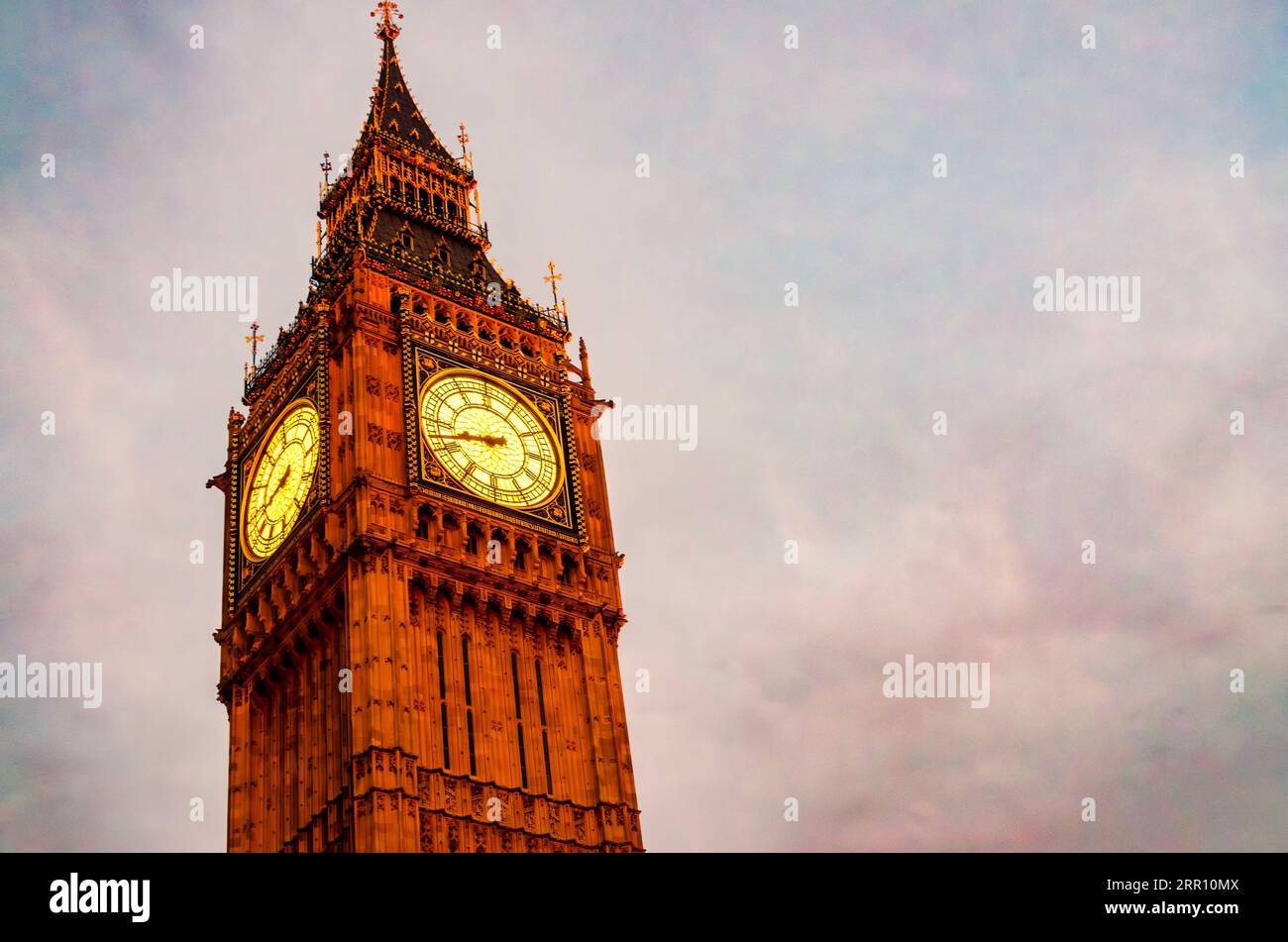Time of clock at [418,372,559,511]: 8:42
